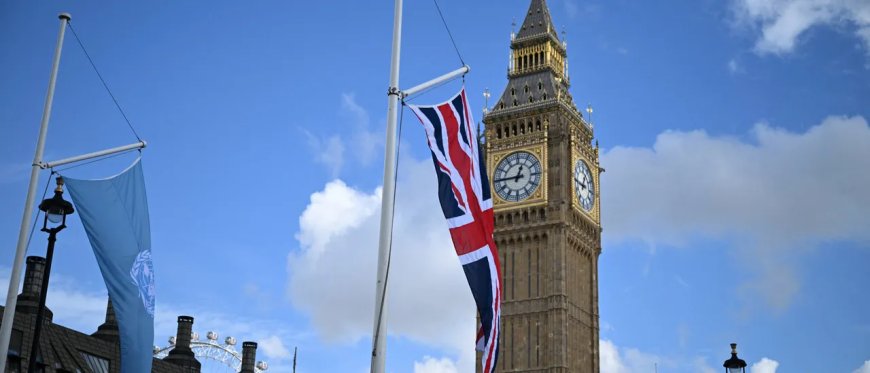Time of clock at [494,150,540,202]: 12:45
